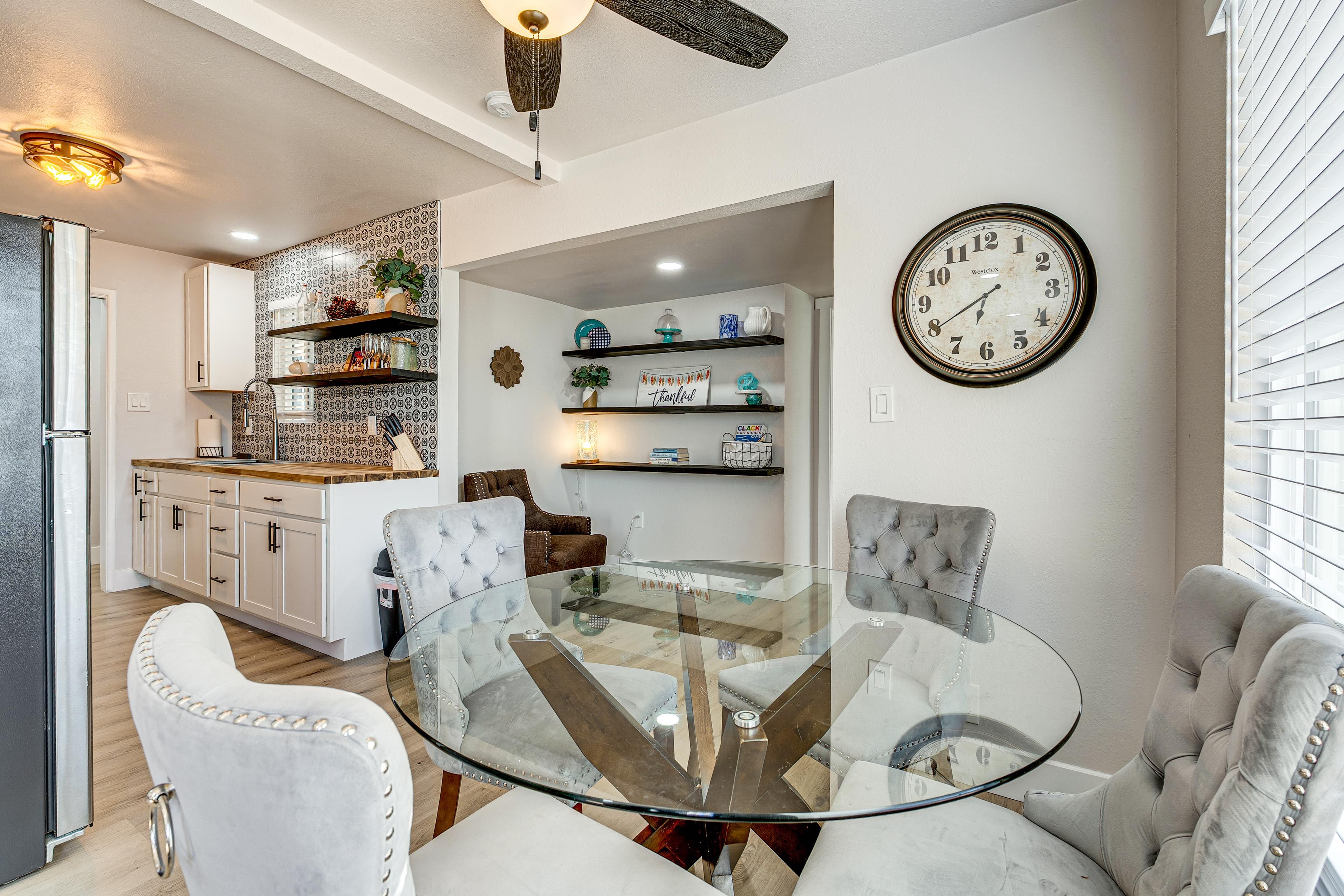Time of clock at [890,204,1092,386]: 6:39
